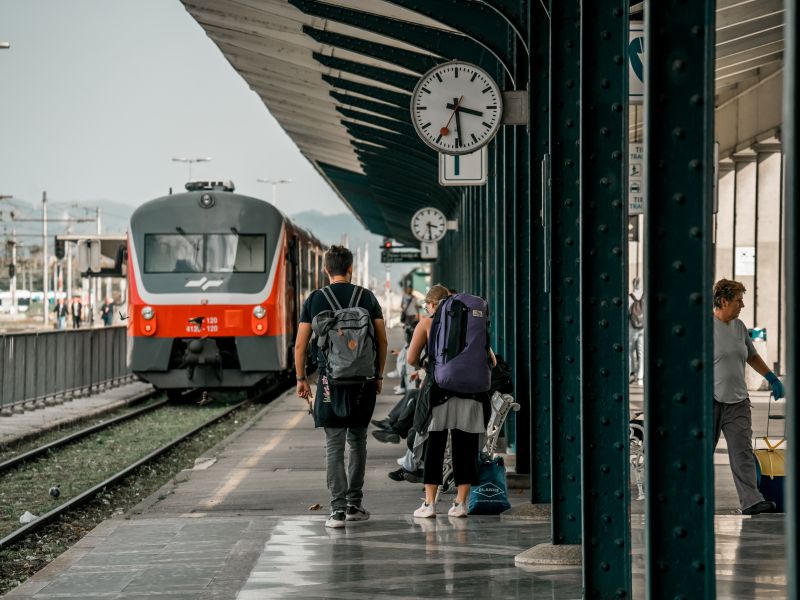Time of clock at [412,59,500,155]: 3:29
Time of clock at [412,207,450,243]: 3:29
